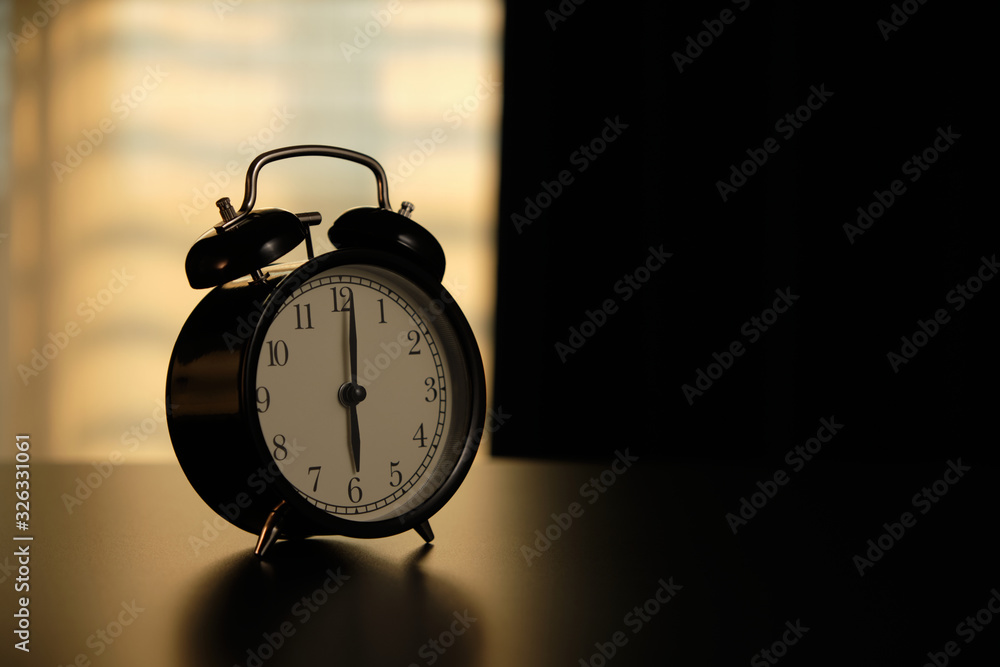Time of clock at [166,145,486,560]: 6:01
